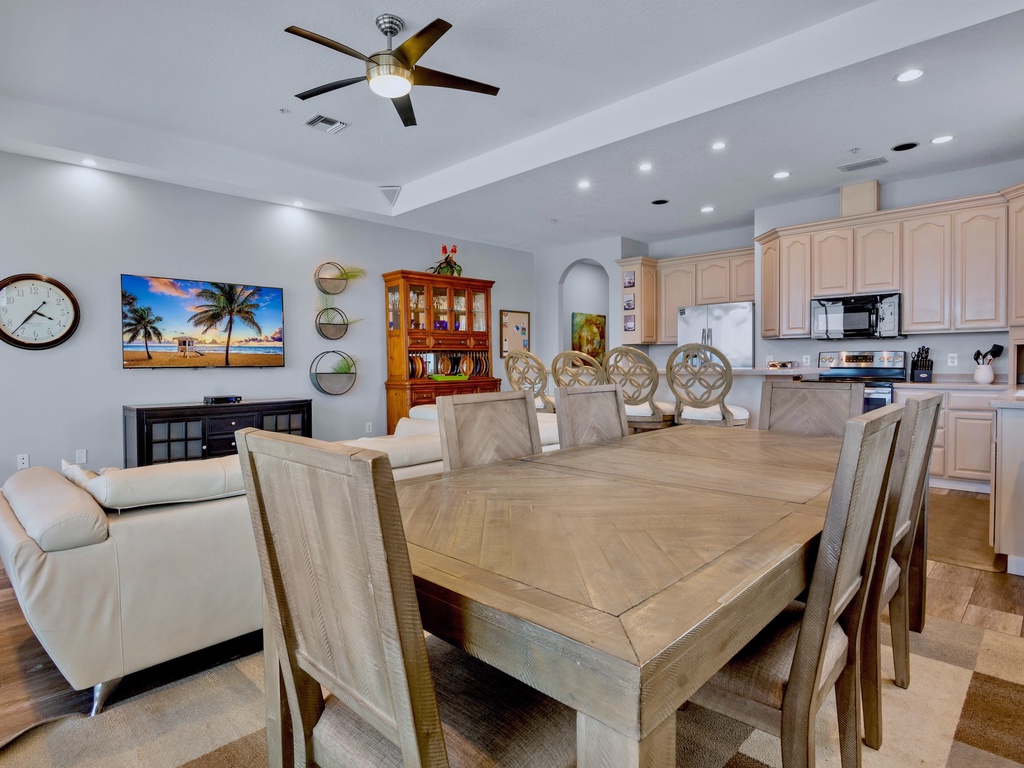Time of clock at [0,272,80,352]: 3:36
